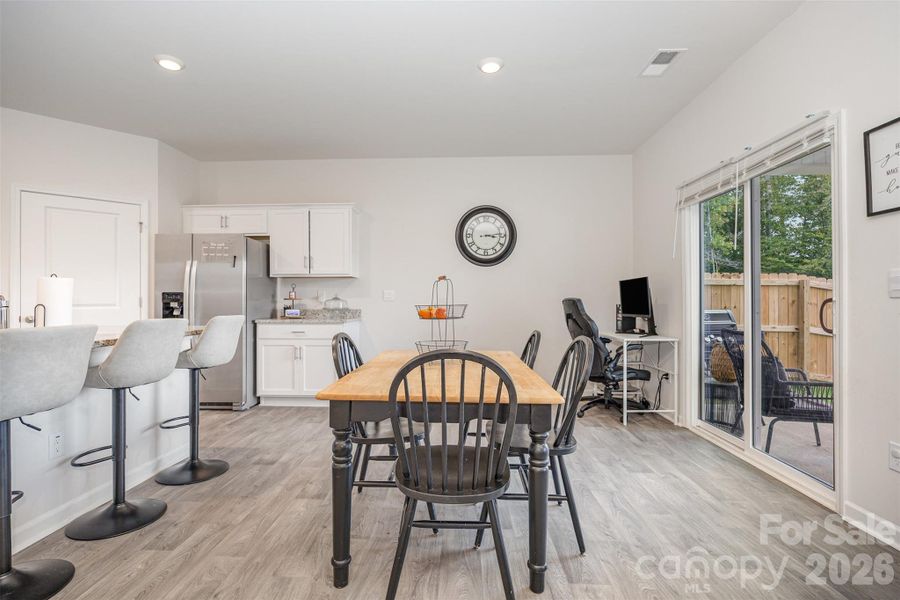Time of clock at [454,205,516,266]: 3:13
